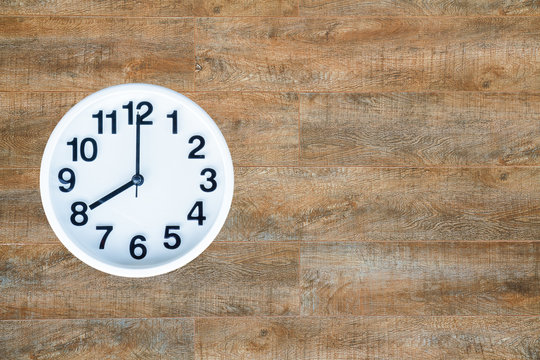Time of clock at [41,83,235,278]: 8:00
